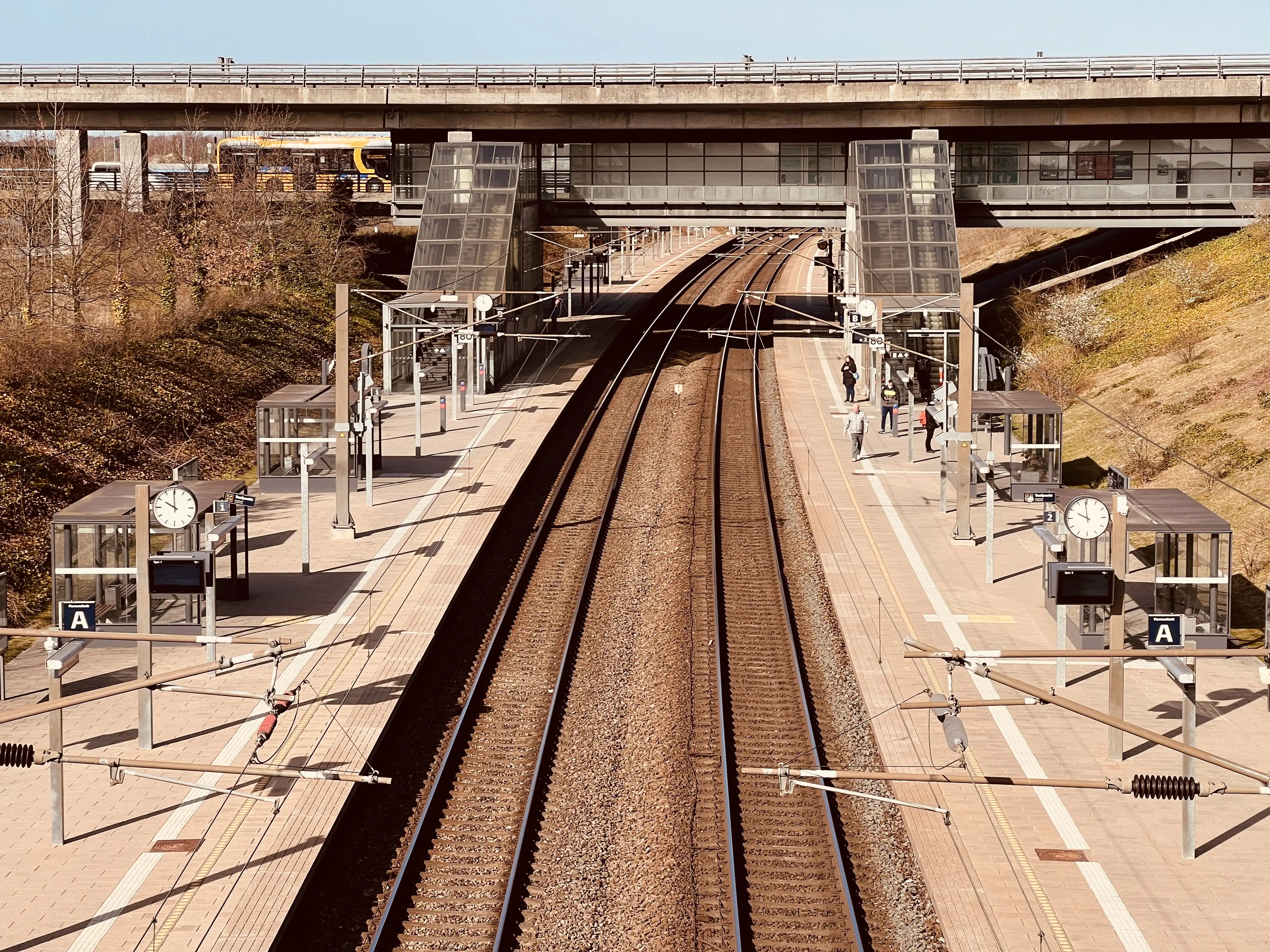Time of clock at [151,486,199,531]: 9:59
